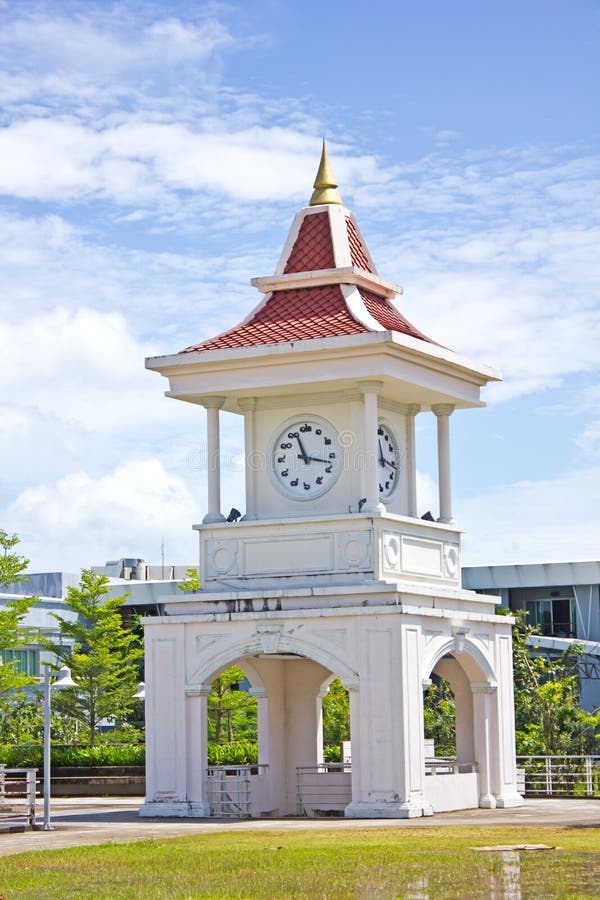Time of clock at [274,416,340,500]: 11:17
